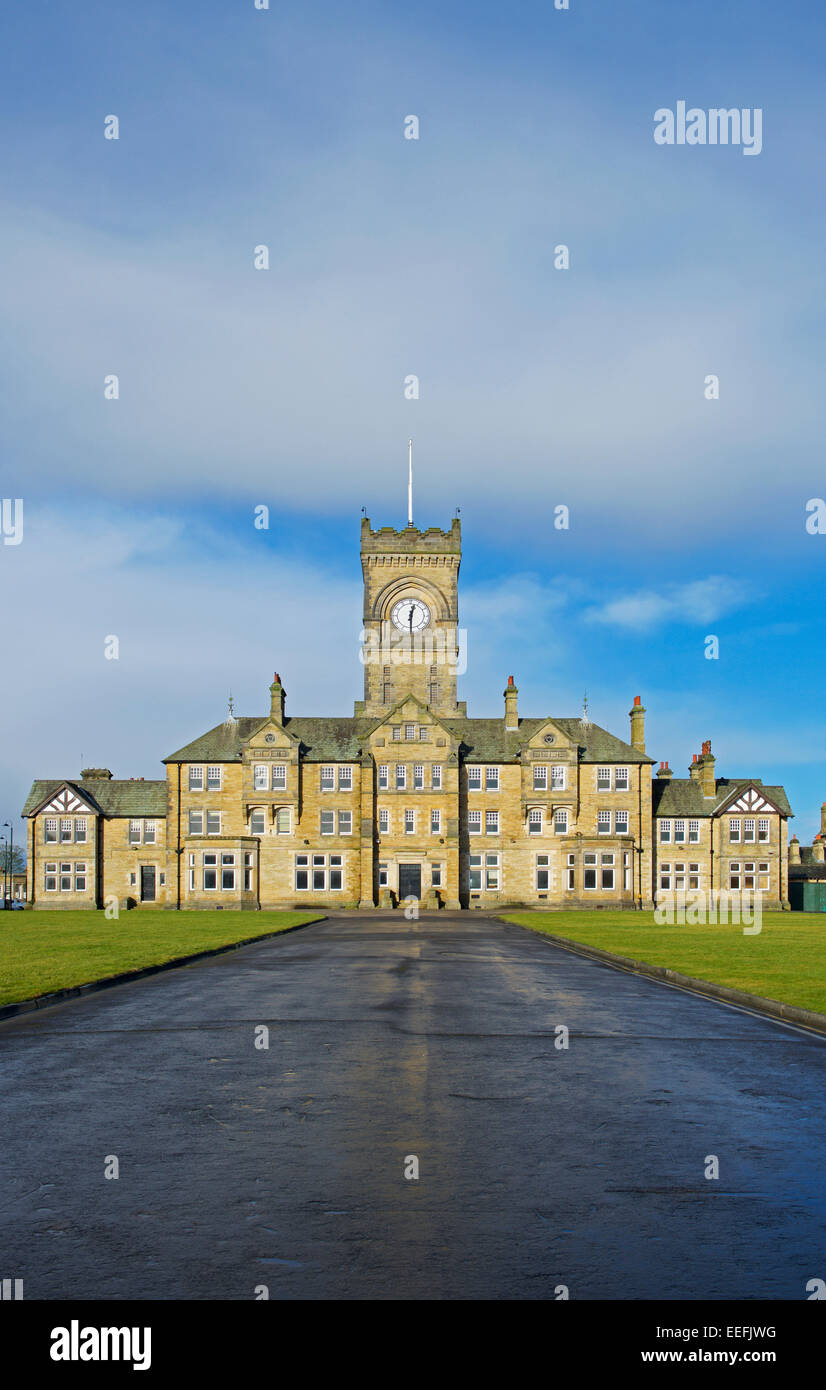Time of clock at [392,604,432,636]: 12:30
